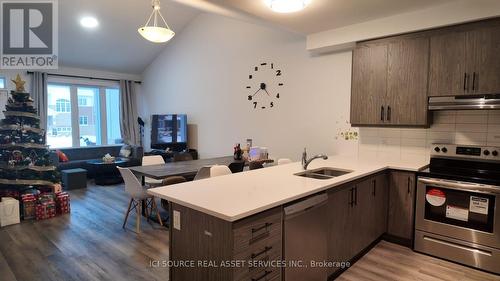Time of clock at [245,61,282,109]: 4:39
